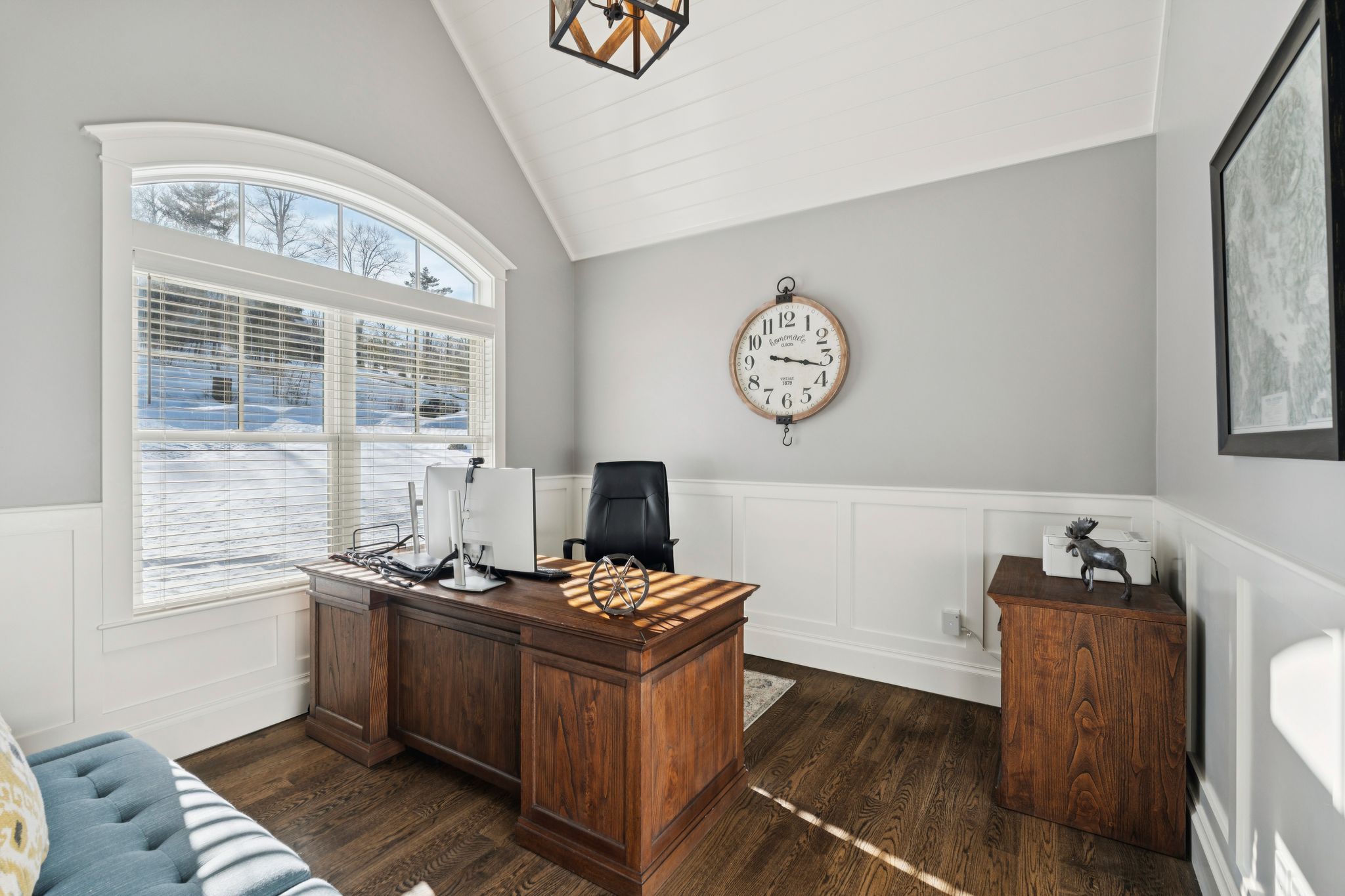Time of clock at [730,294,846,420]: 3:16
